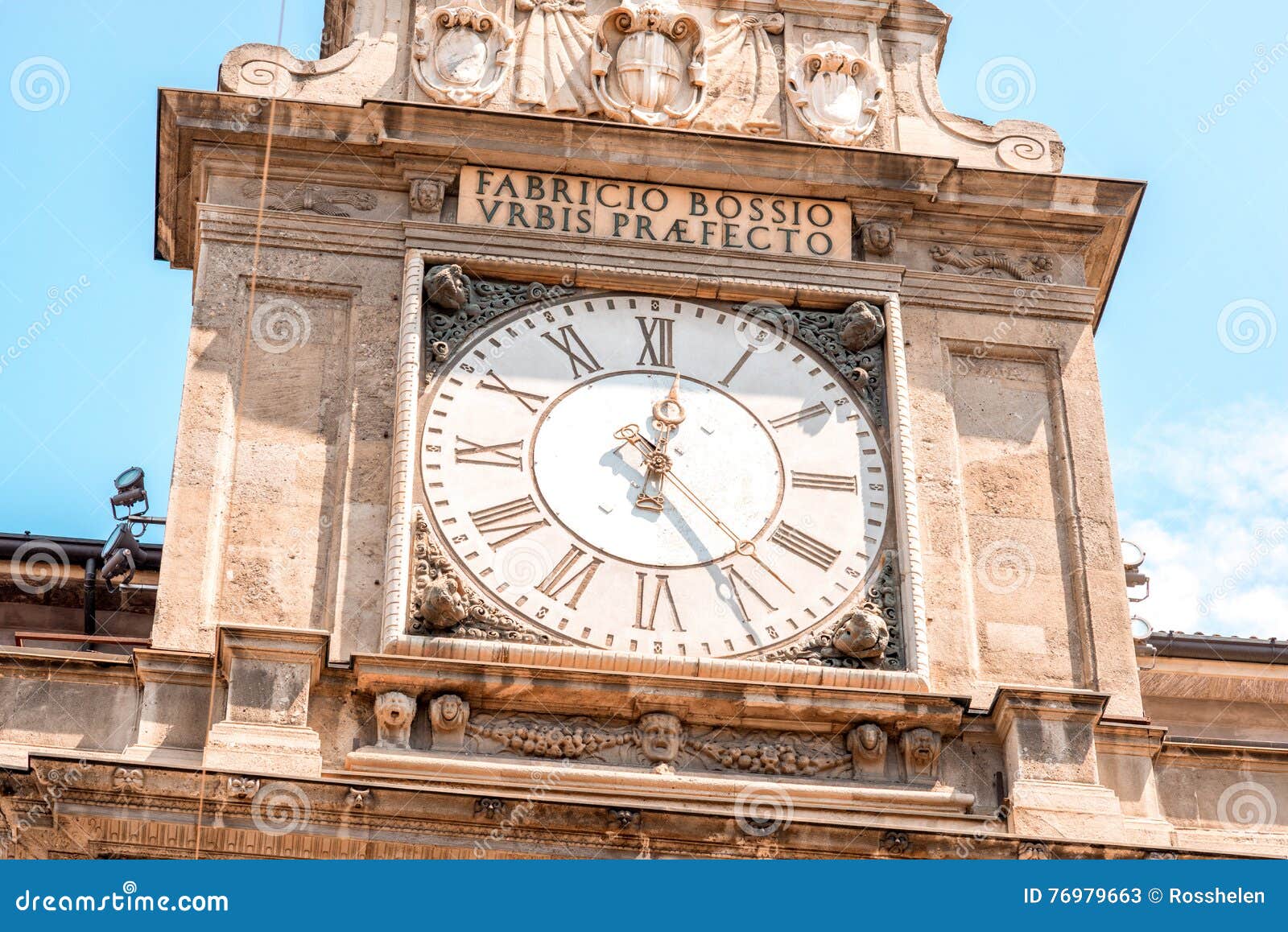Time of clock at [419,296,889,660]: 12:24
